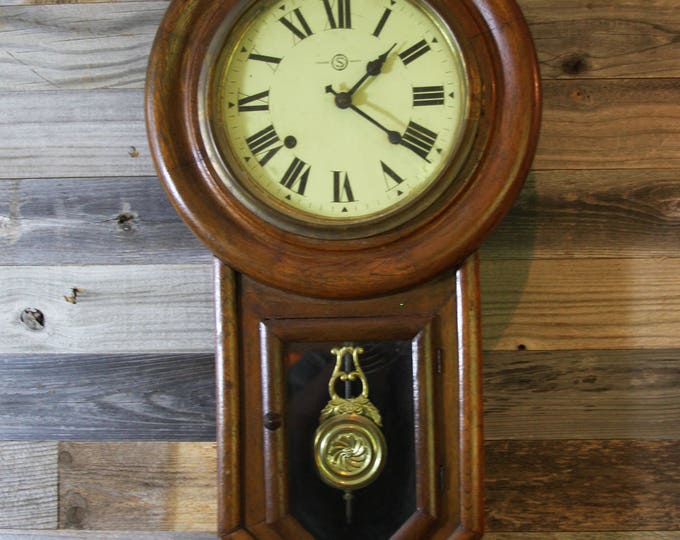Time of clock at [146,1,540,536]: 1:21
